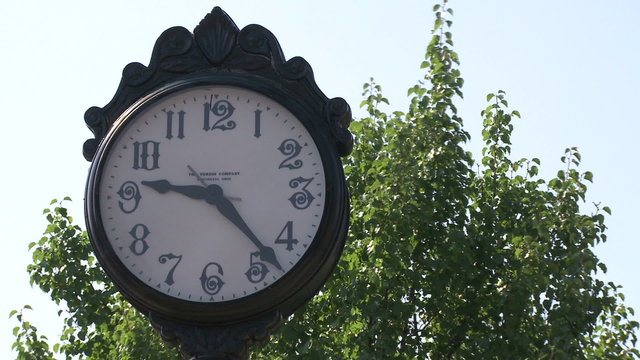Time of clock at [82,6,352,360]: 9:22
